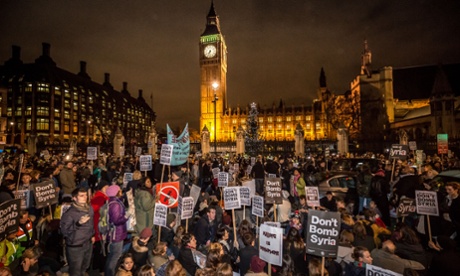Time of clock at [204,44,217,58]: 7:32
